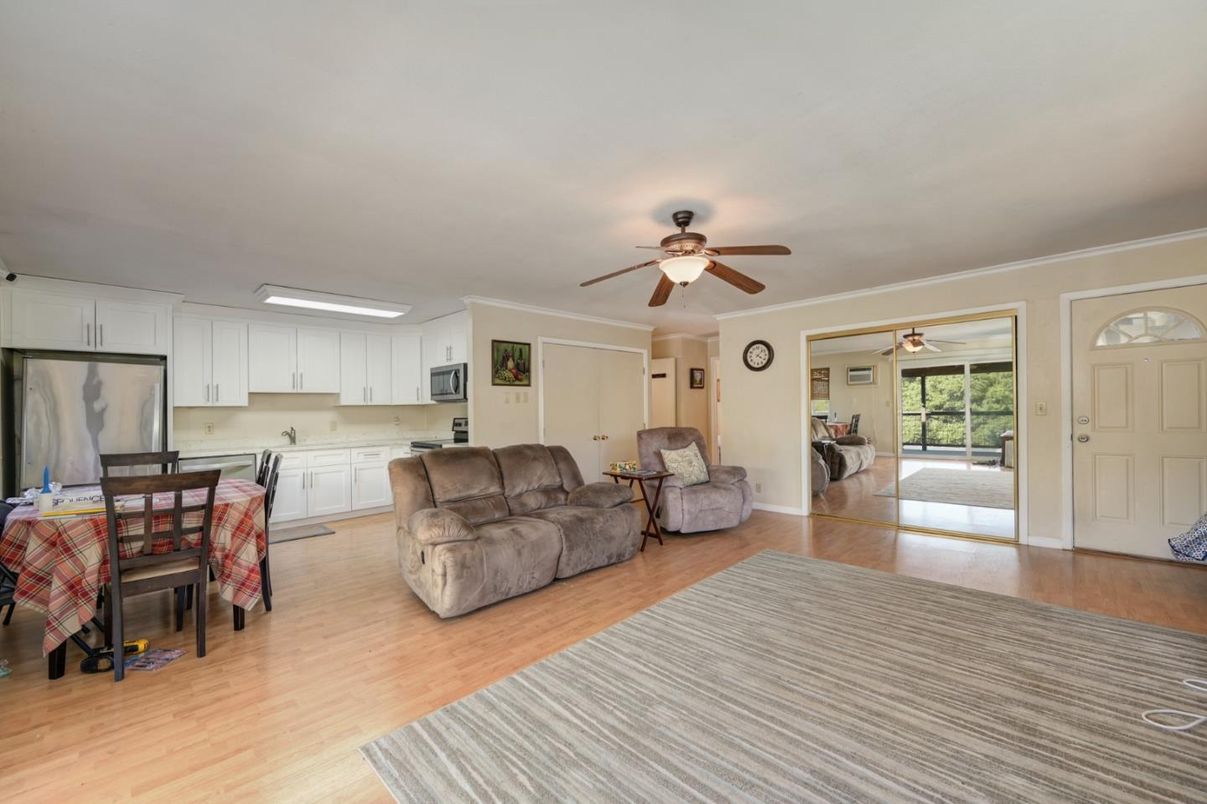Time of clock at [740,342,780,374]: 4:07
